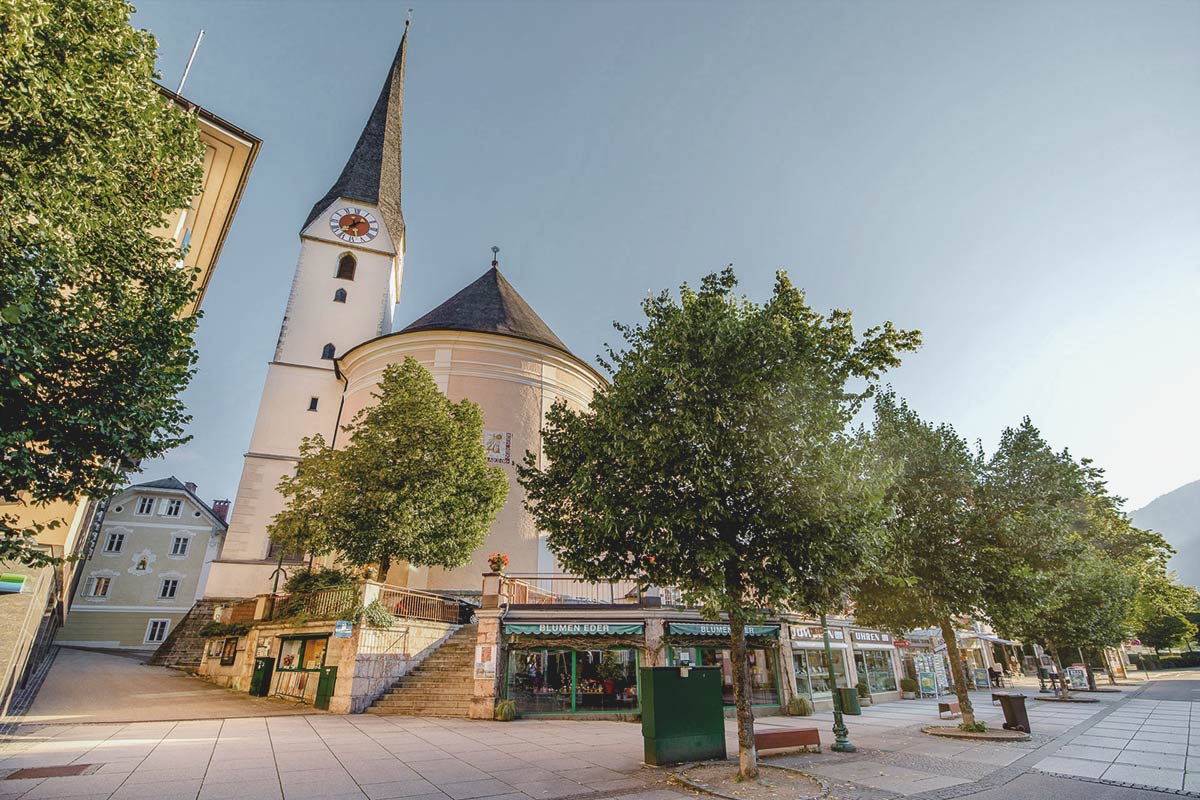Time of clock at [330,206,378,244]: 1:37
